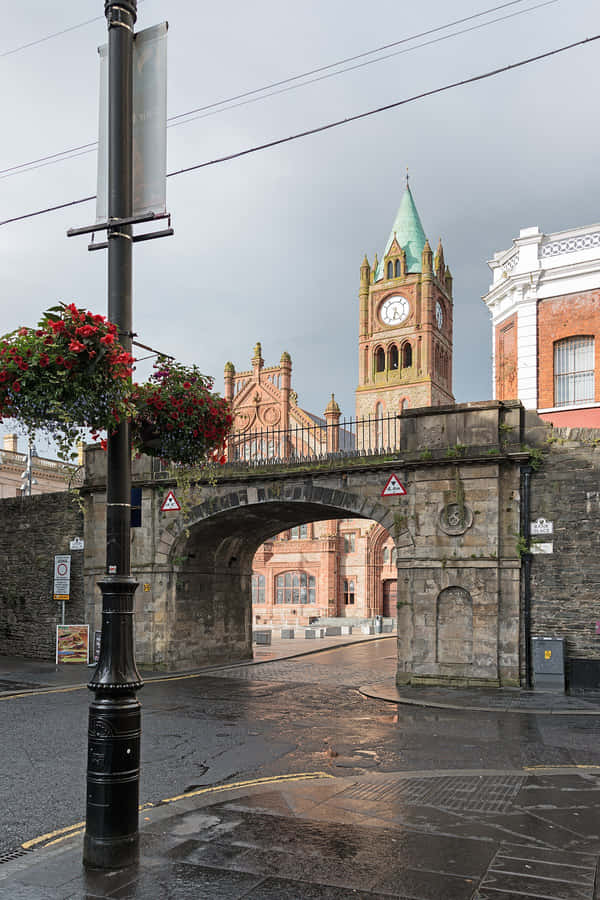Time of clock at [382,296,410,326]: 6:23
